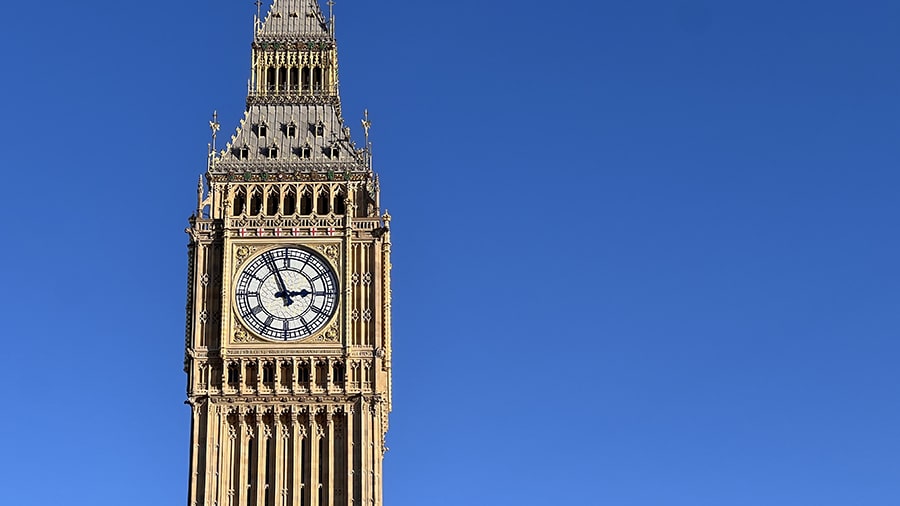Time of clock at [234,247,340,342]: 2:56
